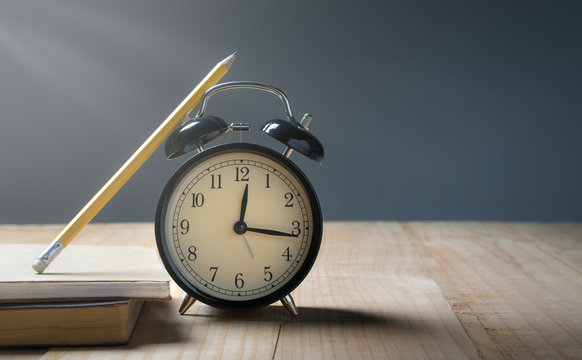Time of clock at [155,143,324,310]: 12:16
